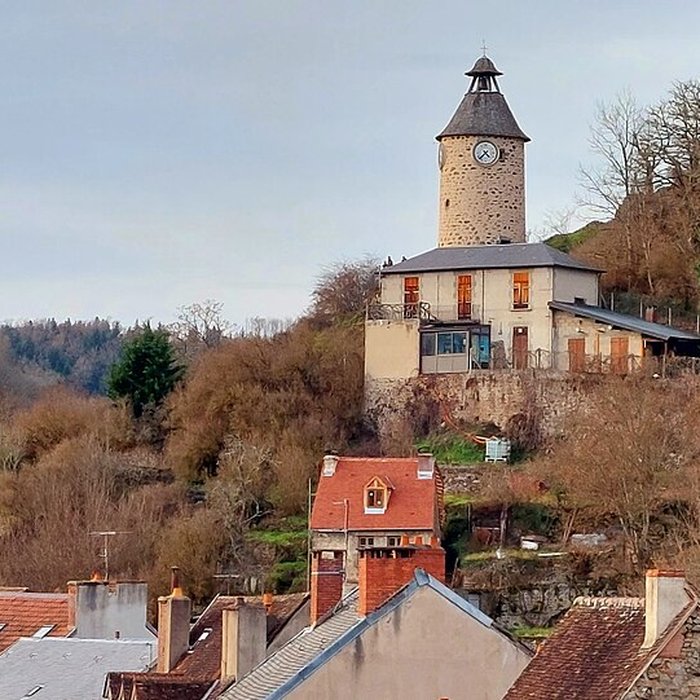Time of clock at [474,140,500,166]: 4:37
